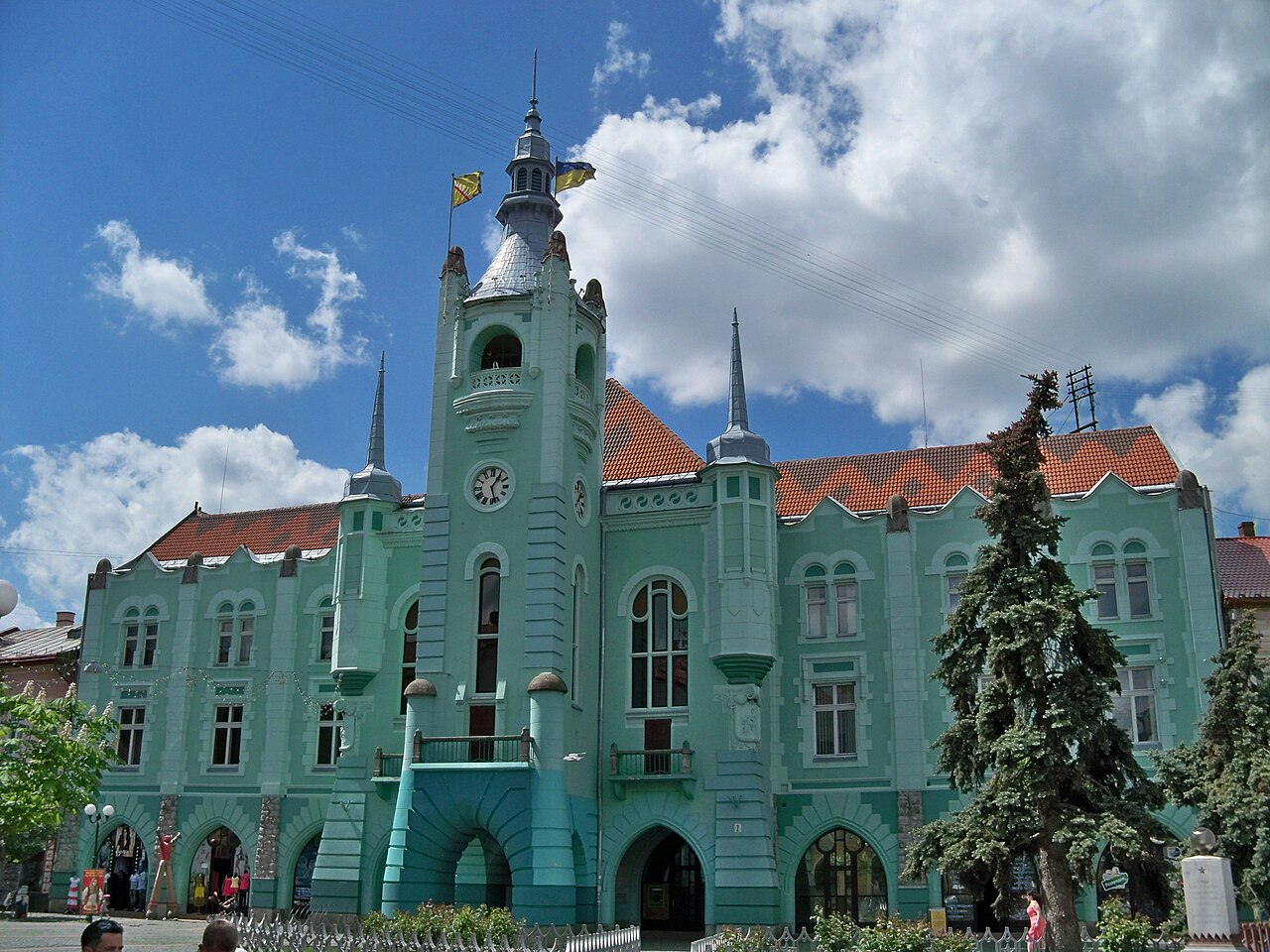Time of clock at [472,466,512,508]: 1:27
